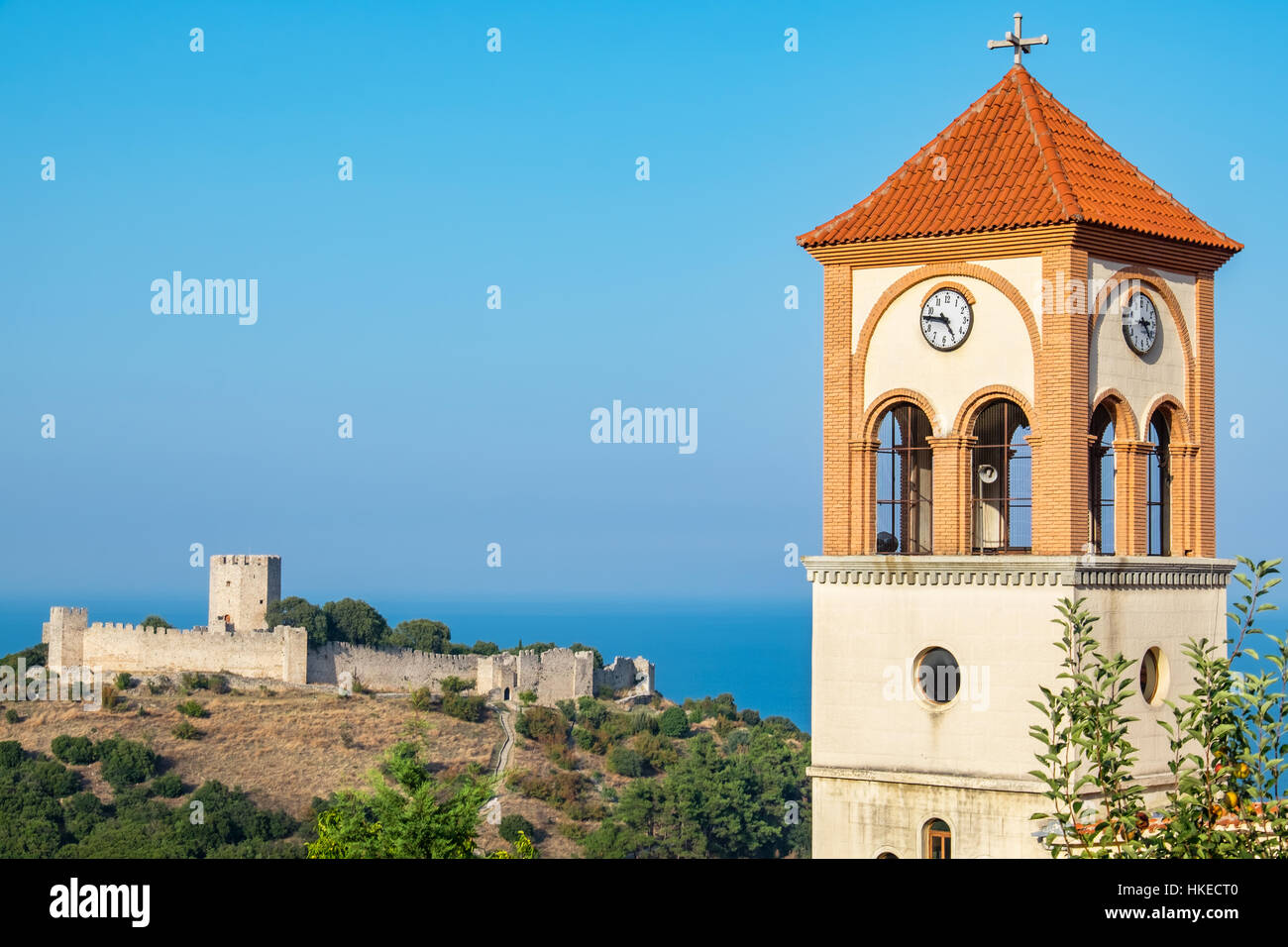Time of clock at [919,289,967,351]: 4:45
